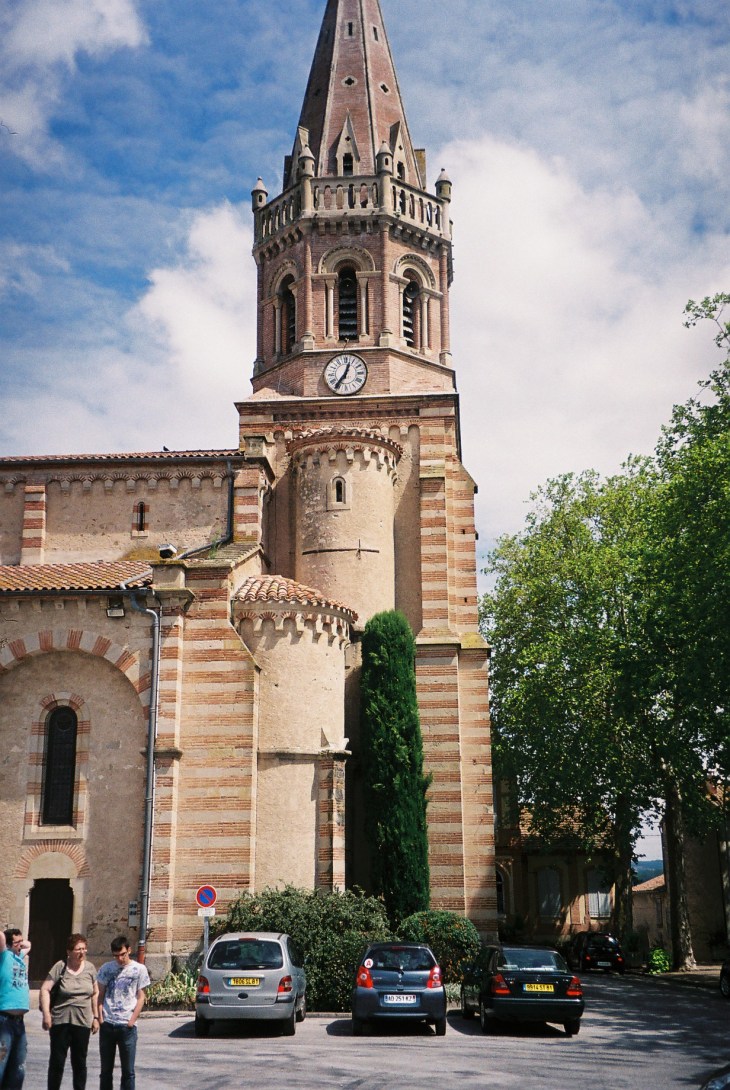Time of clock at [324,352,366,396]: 12:36
